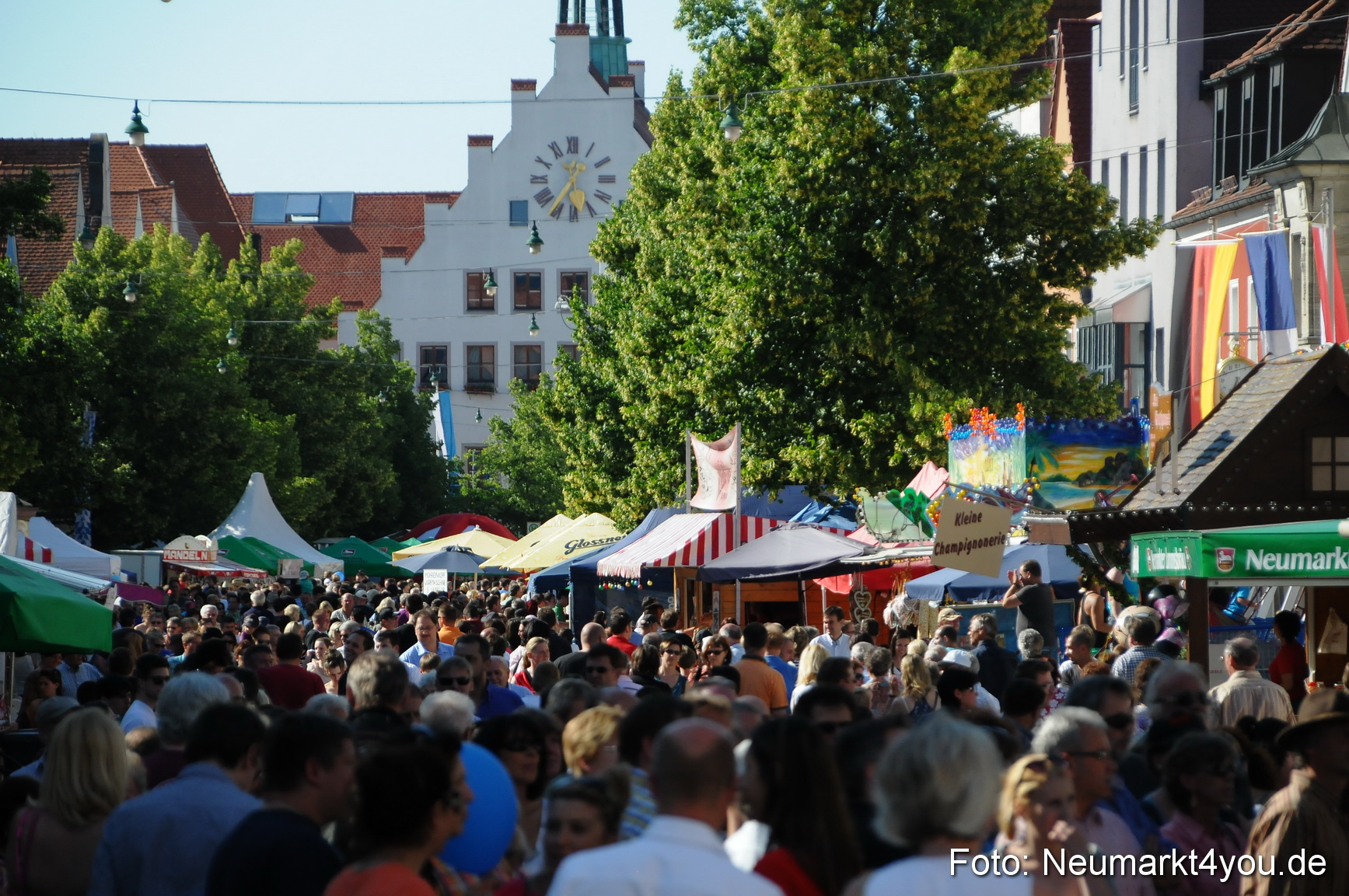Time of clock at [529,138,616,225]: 12:36
